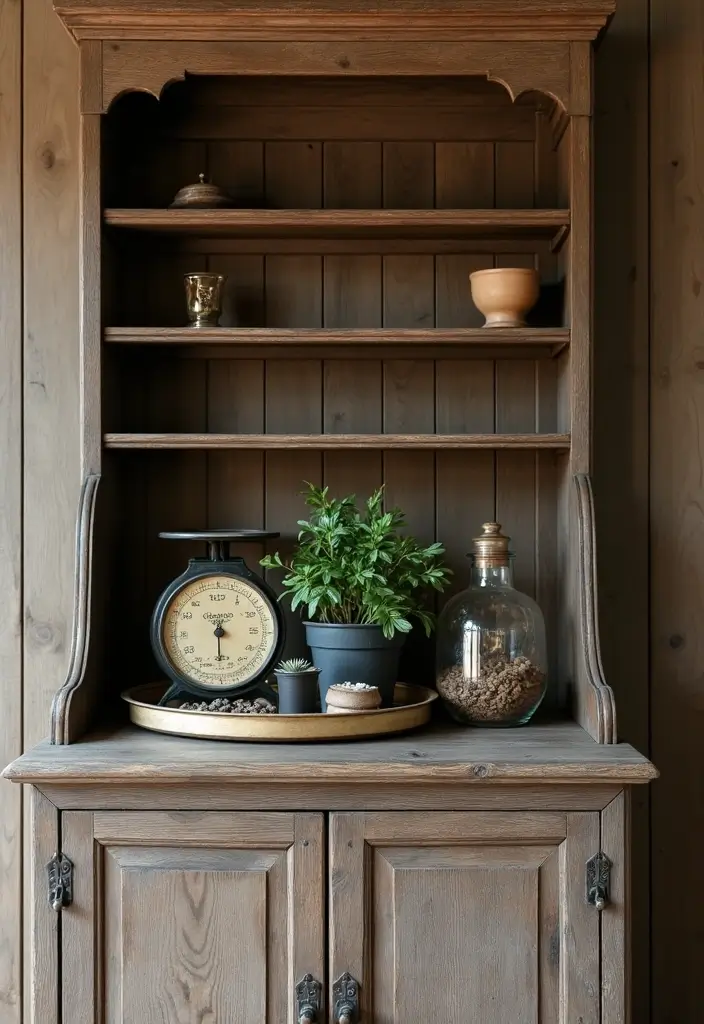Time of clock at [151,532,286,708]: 12:30
